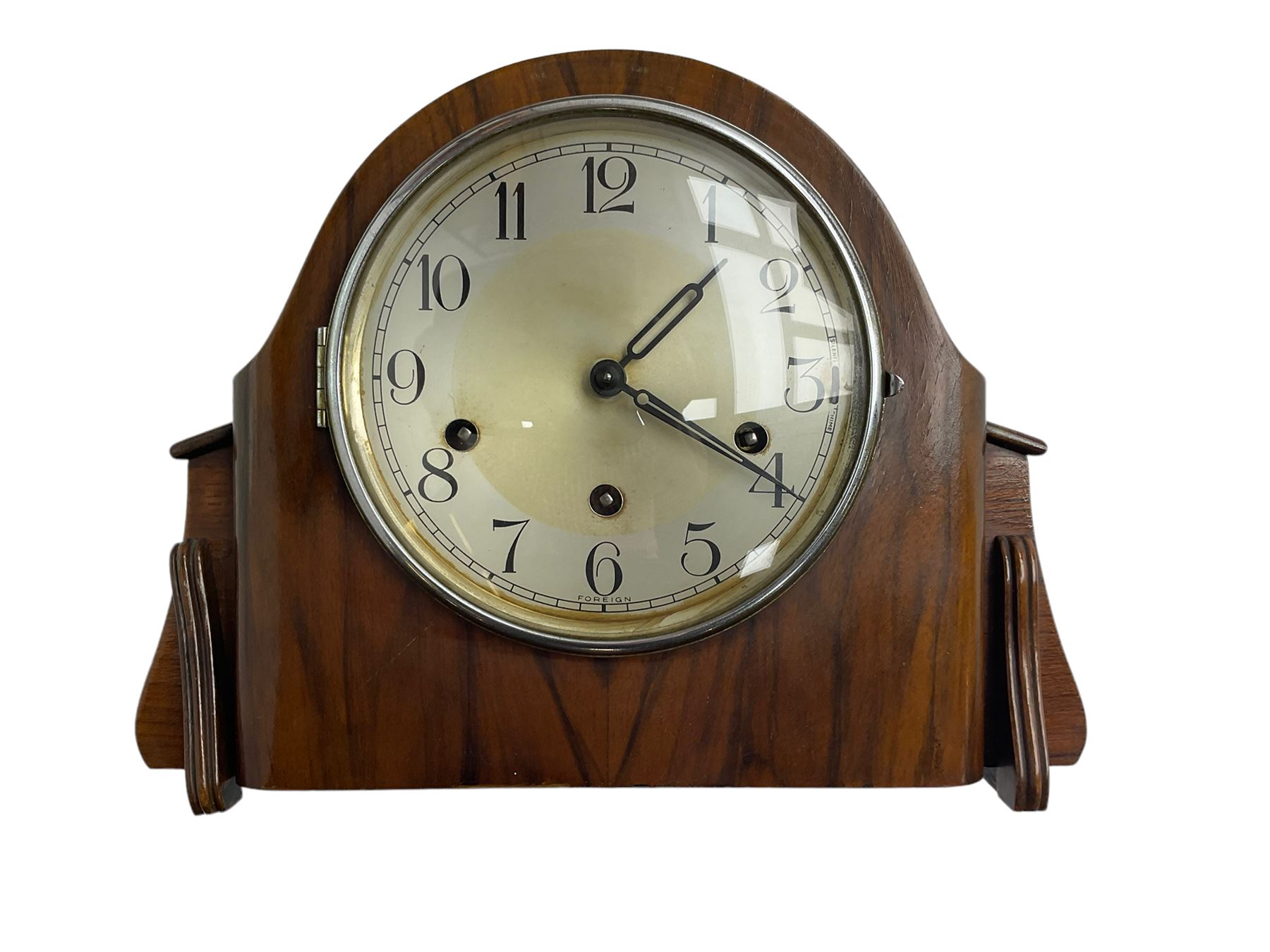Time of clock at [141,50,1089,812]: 1:19
